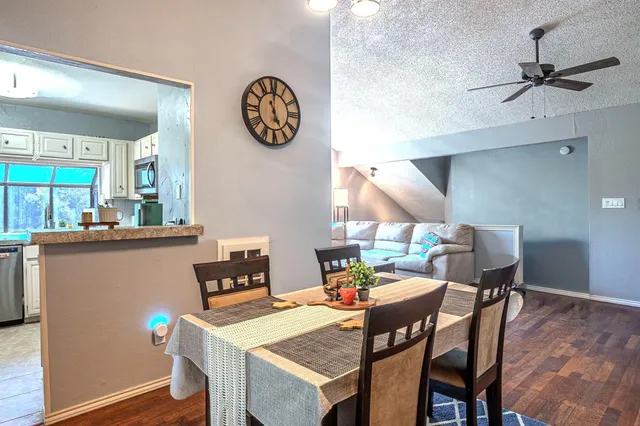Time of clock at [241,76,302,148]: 4:59
